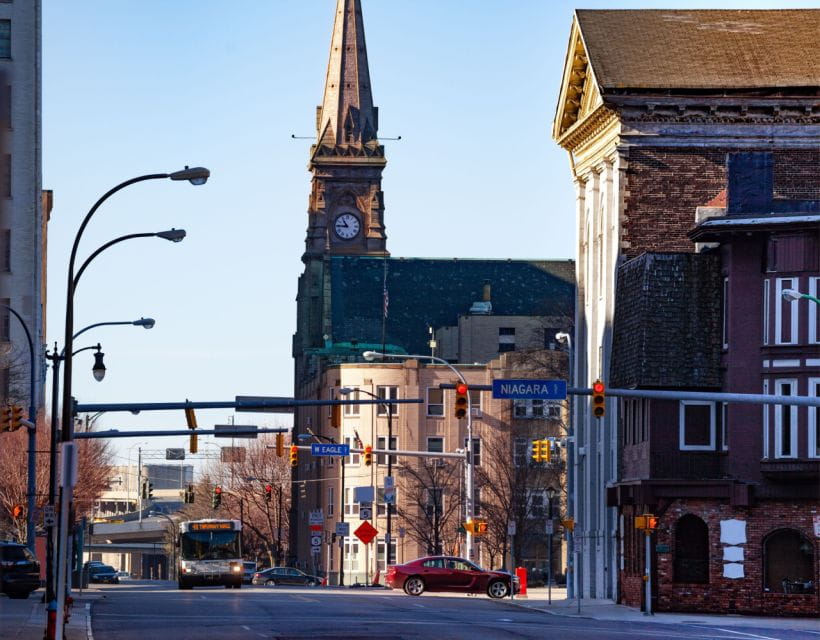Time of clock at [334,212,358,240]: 10:45
